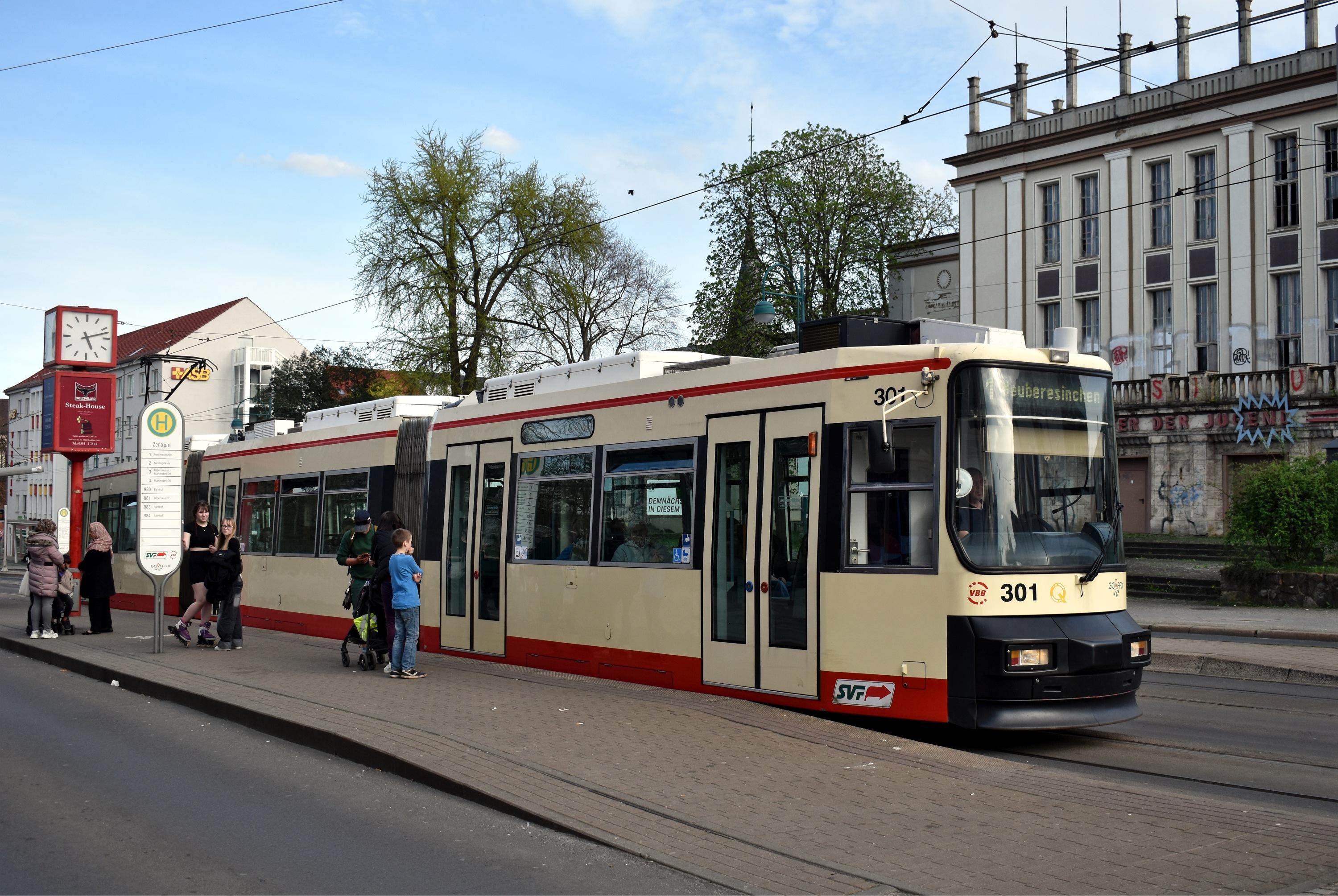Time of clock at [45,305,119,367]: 5:12
